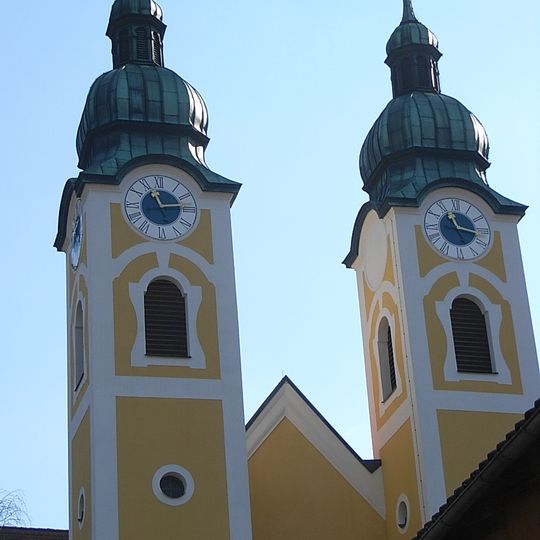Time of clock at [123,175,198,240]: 11:13
